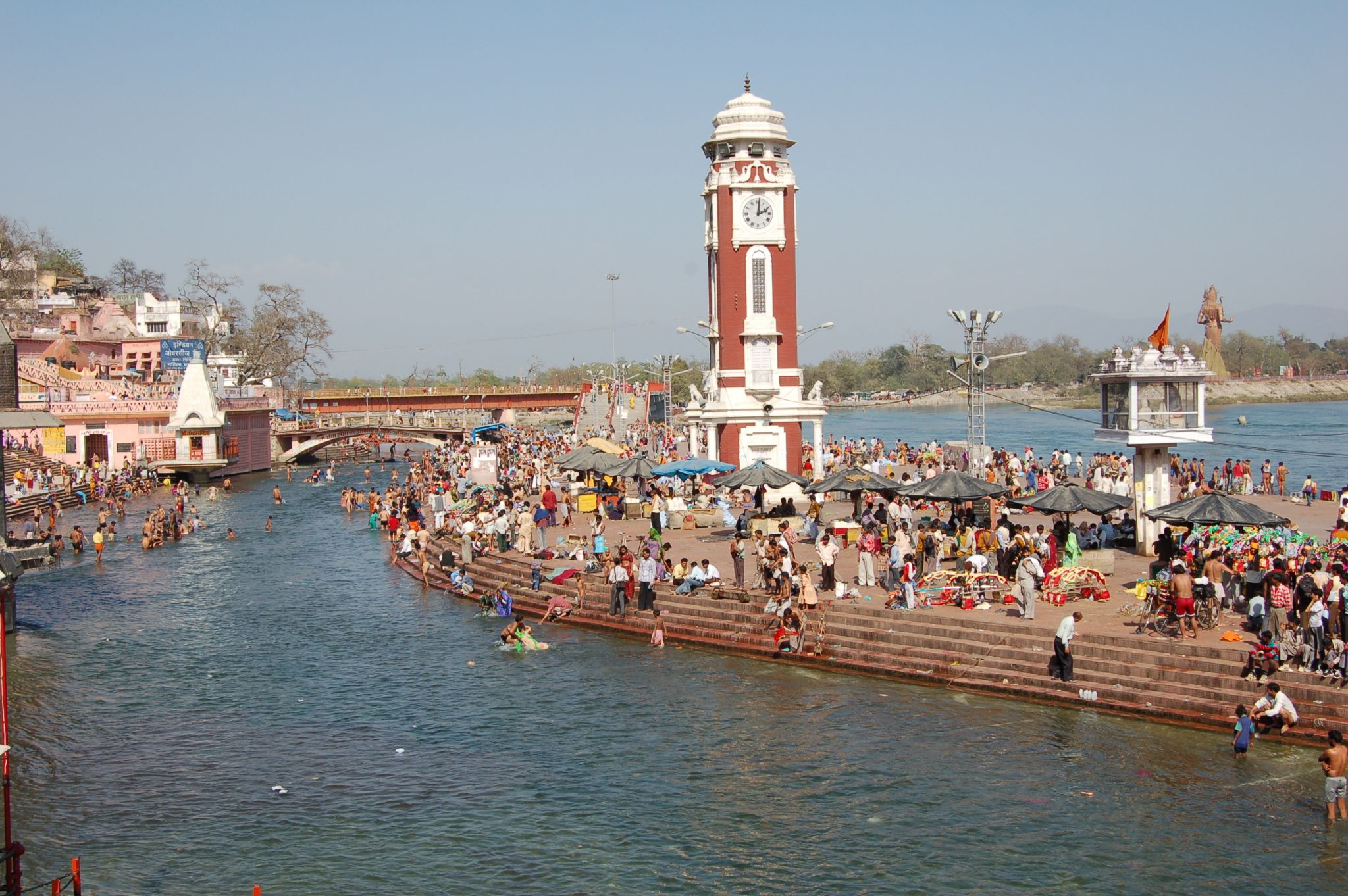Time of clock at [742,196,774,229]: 2:01
